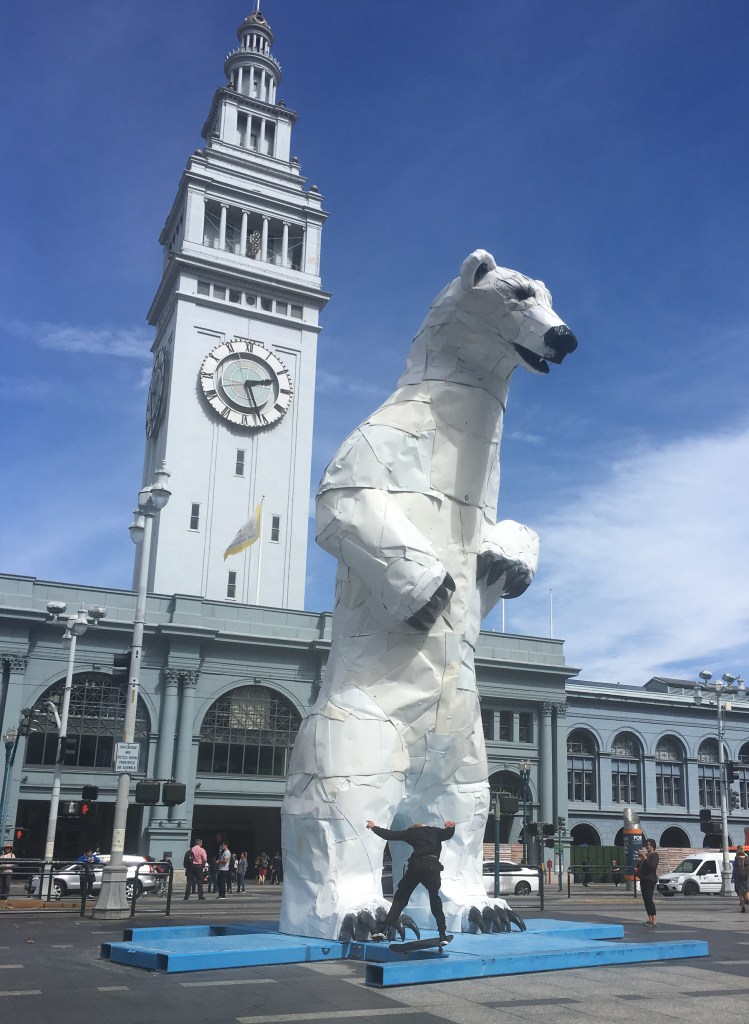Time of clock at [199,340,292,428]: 2:26
